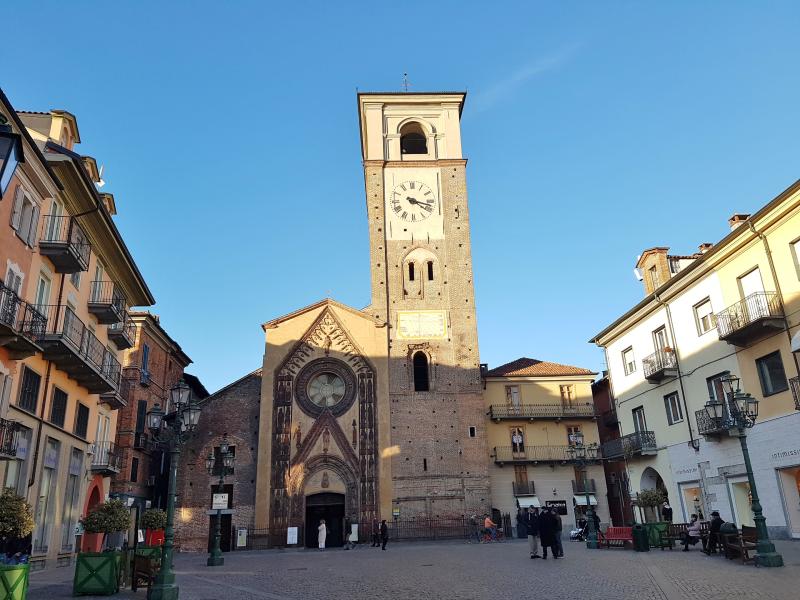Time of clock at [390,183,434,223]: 4:17
